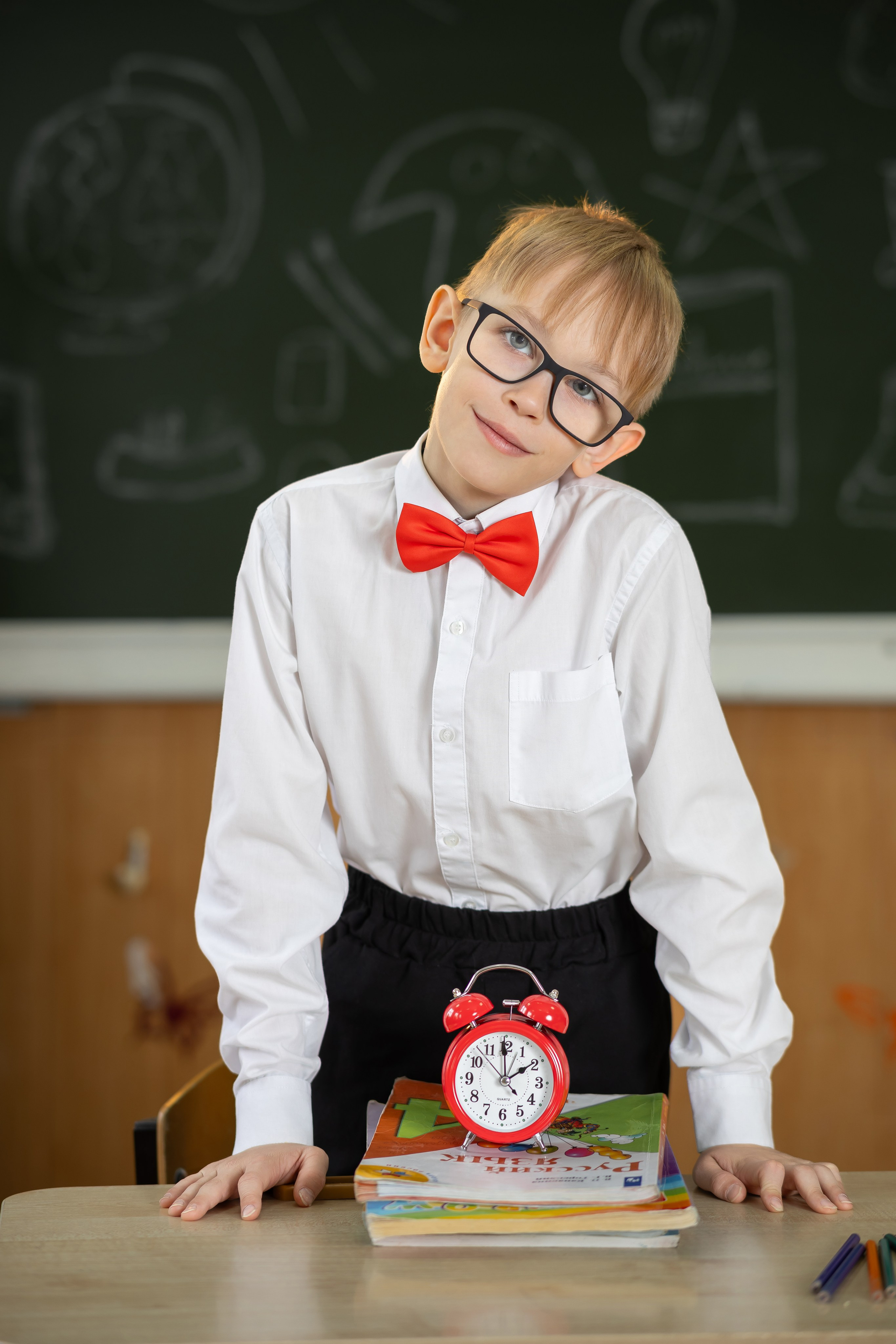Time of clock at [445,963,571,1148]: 1:59
